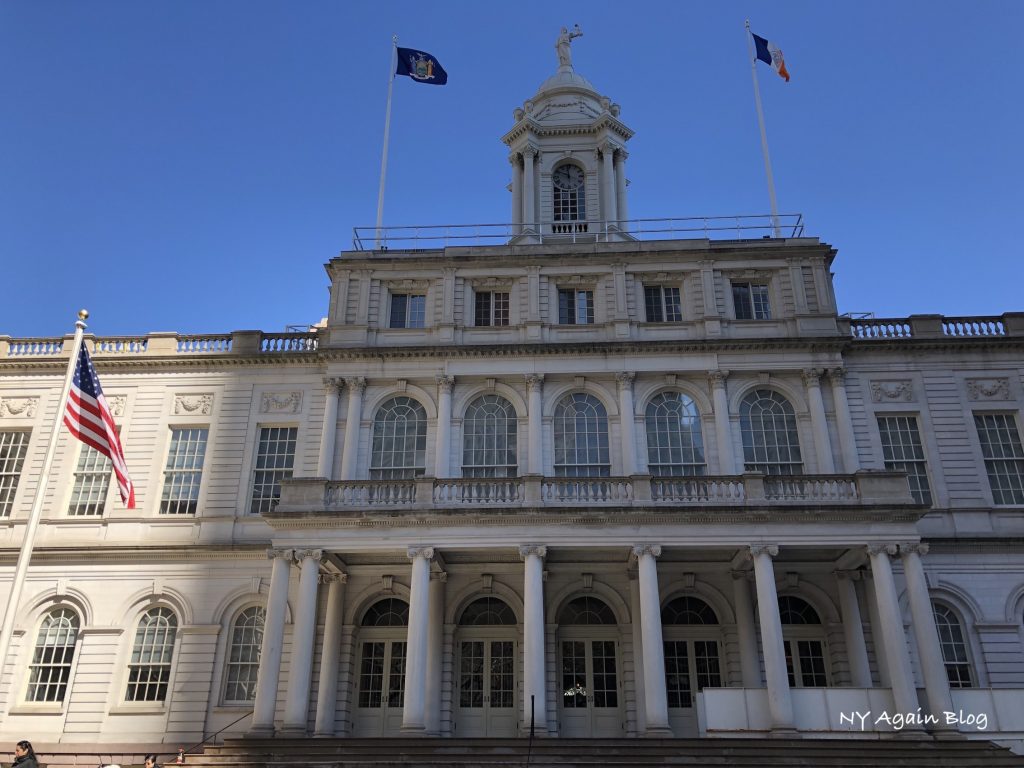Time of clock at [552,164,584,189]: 11:48
